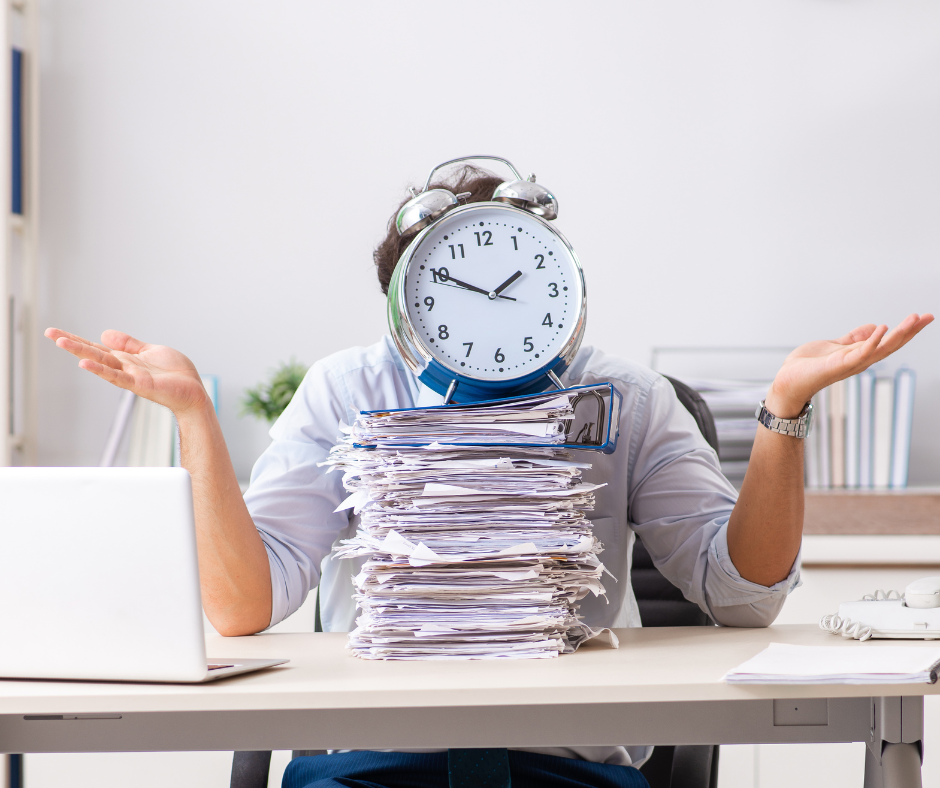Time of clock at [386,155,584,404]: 1:50
